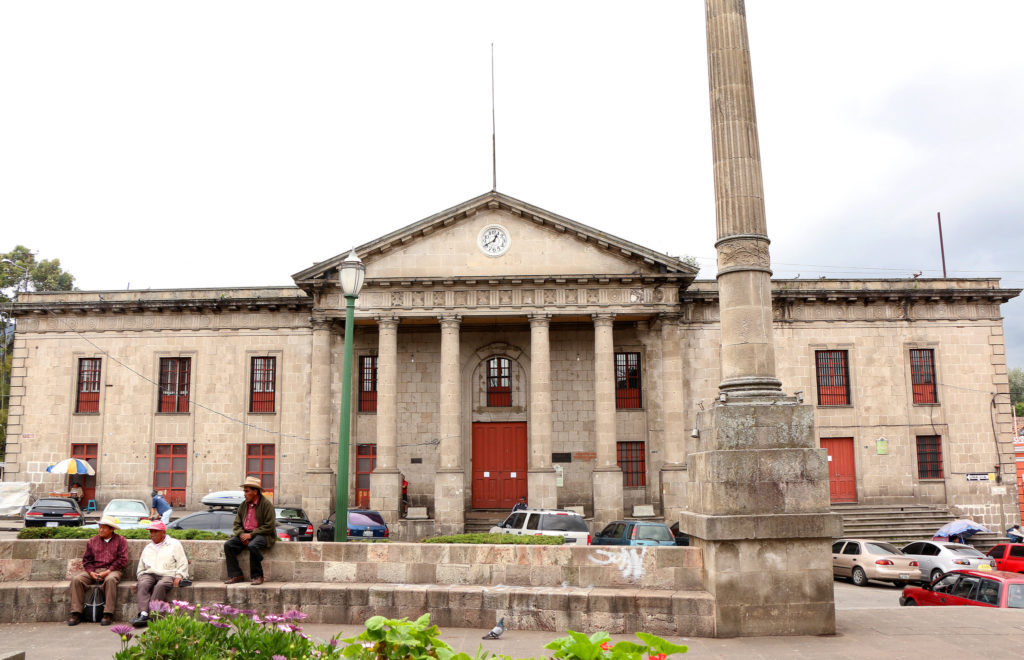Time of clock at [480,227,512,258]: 12:40
